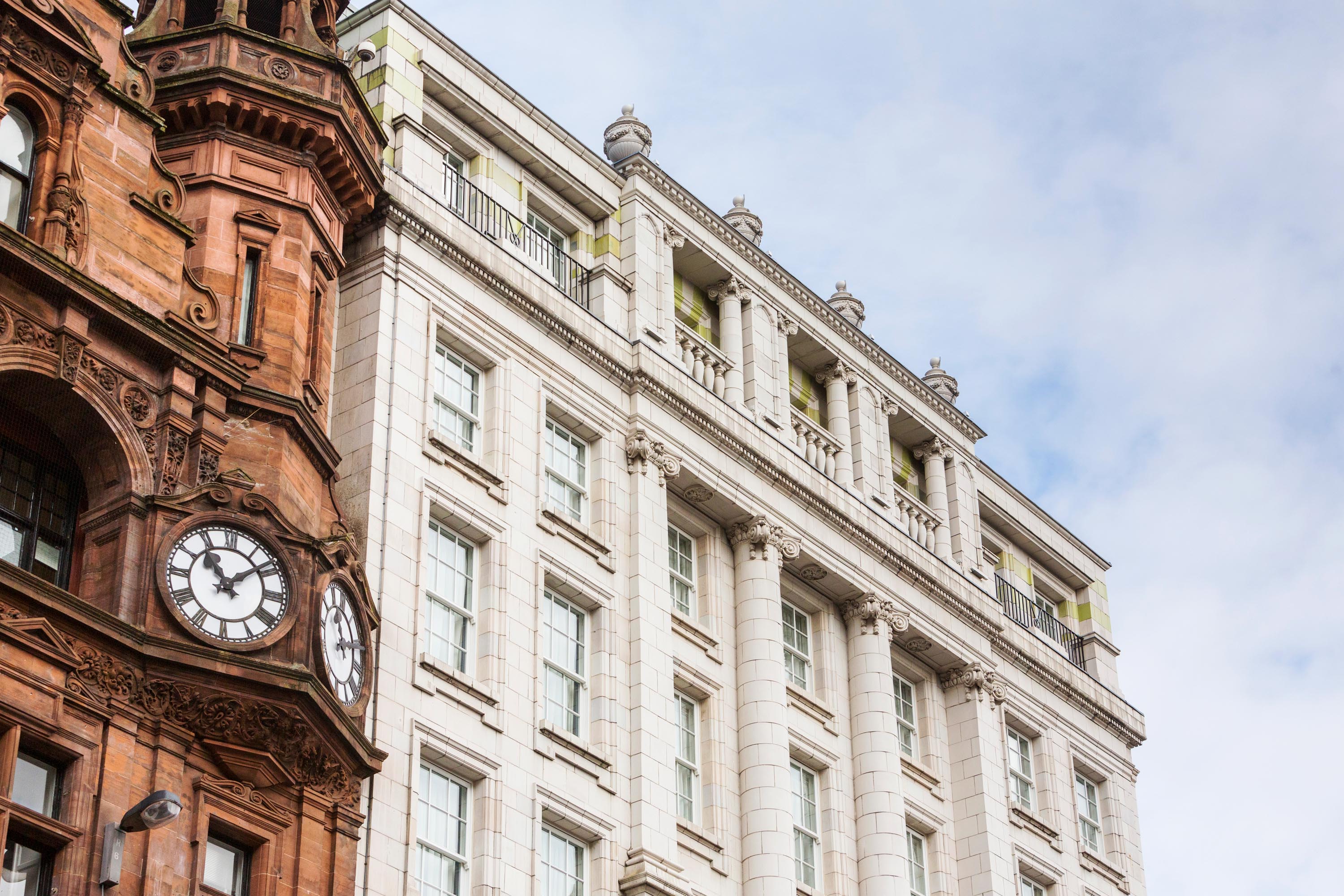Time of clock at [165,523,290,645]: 11:08
